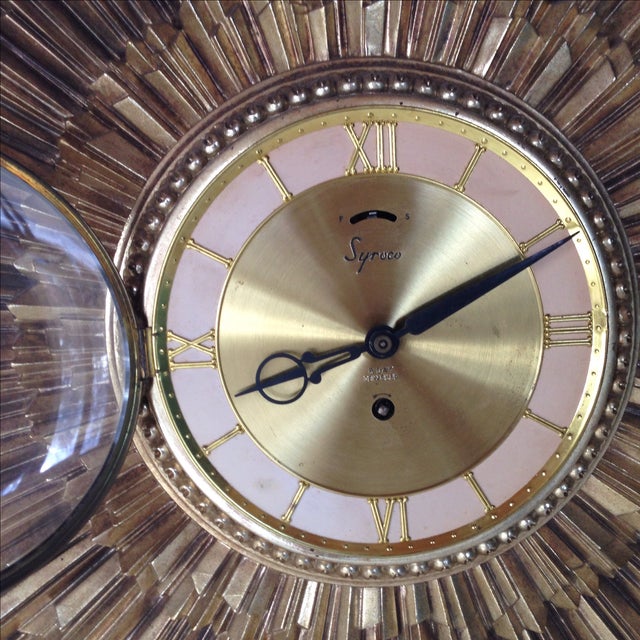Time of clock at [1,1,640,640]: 8:10
